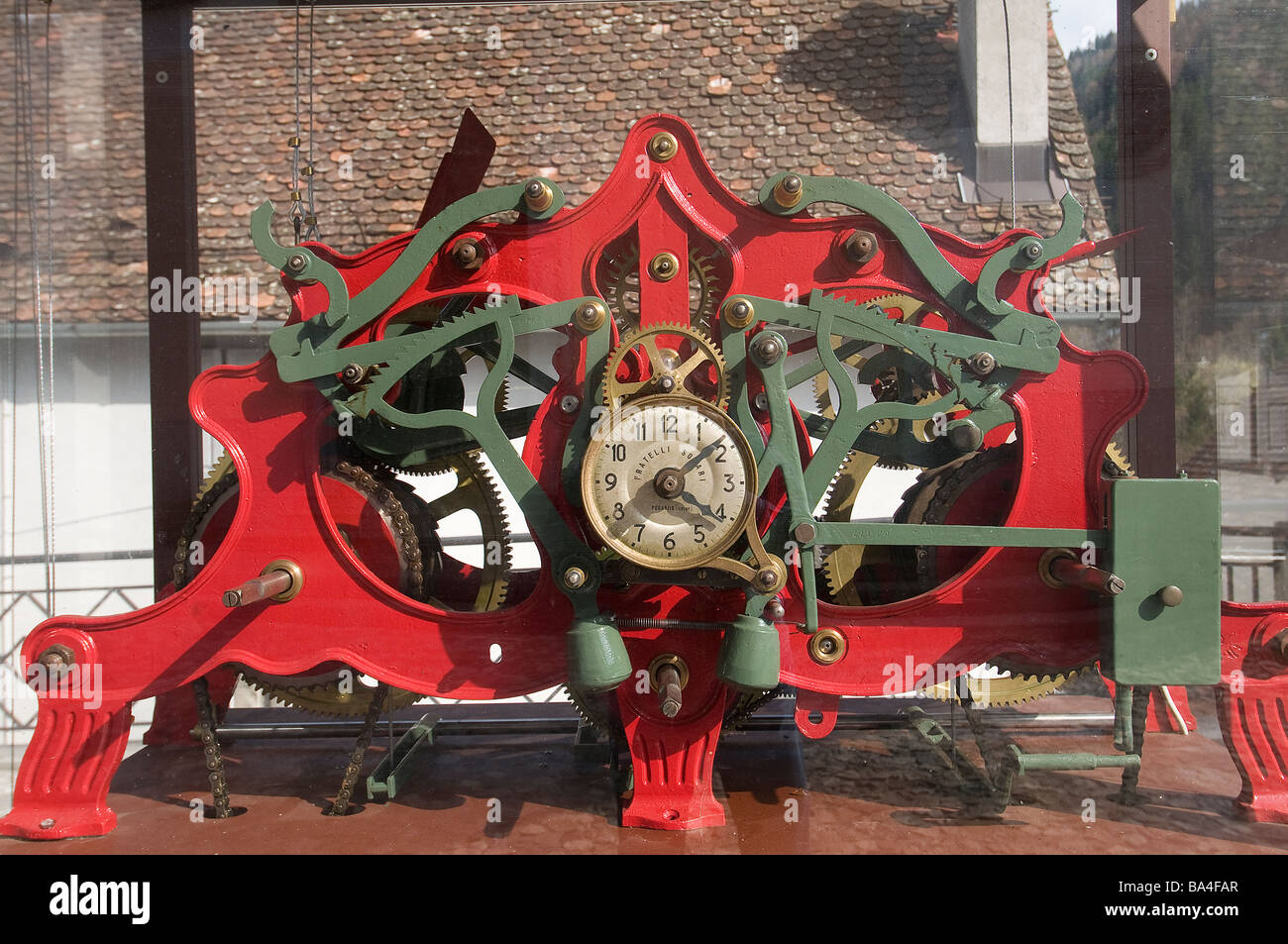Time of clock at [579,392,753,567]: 4:08
